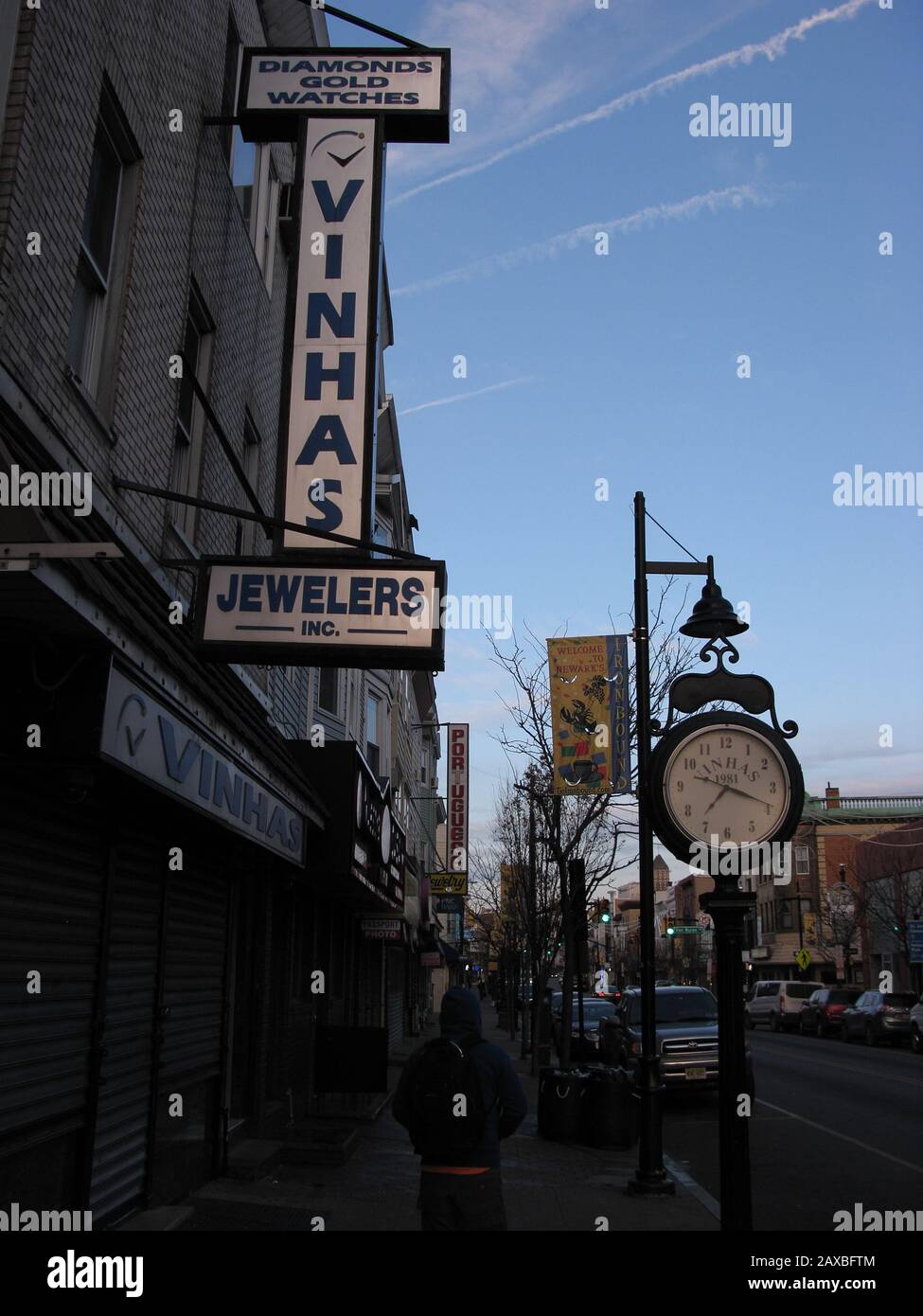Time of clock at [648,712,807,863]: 7:18
